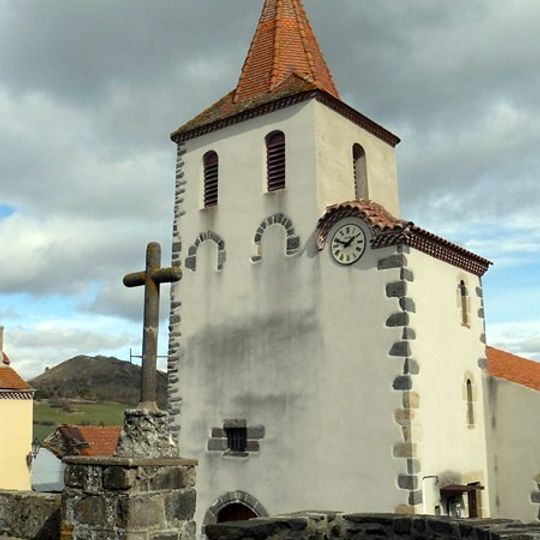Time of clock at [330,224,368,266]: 1:48
